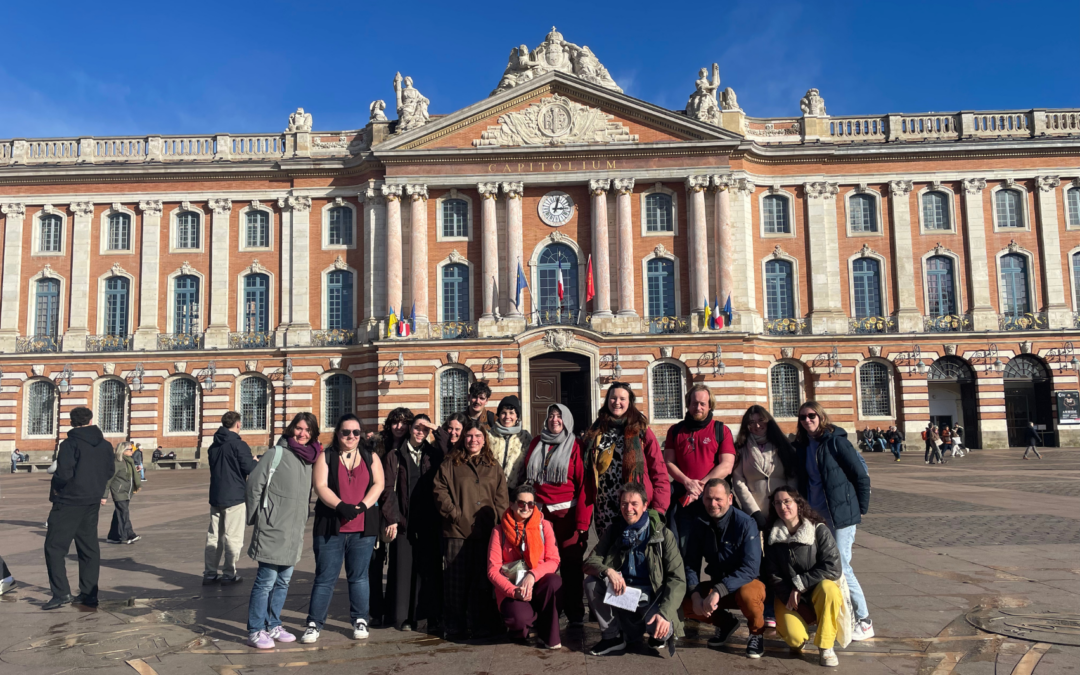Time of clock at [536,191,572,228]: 3:02
